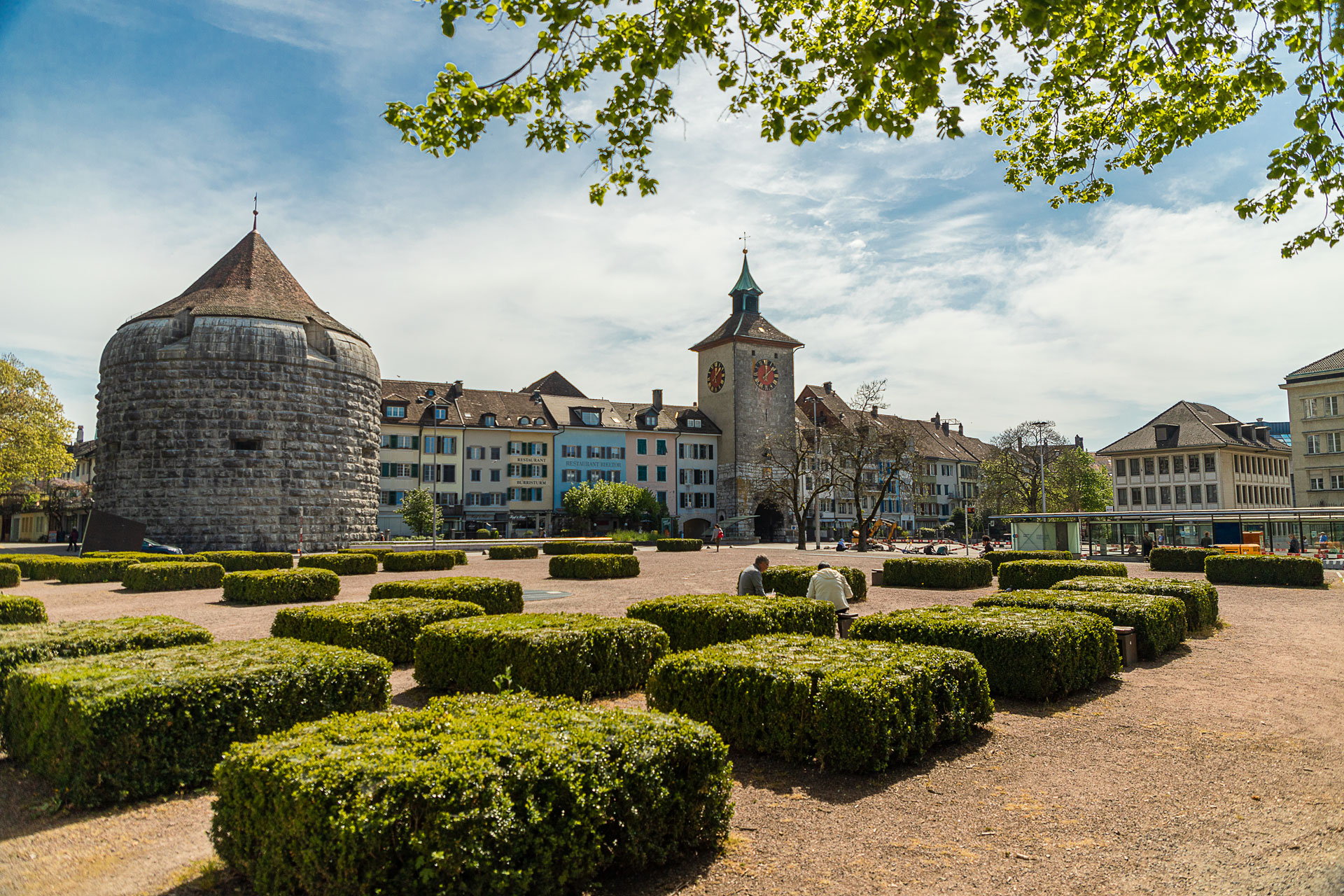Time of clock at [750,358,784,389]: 12:07
